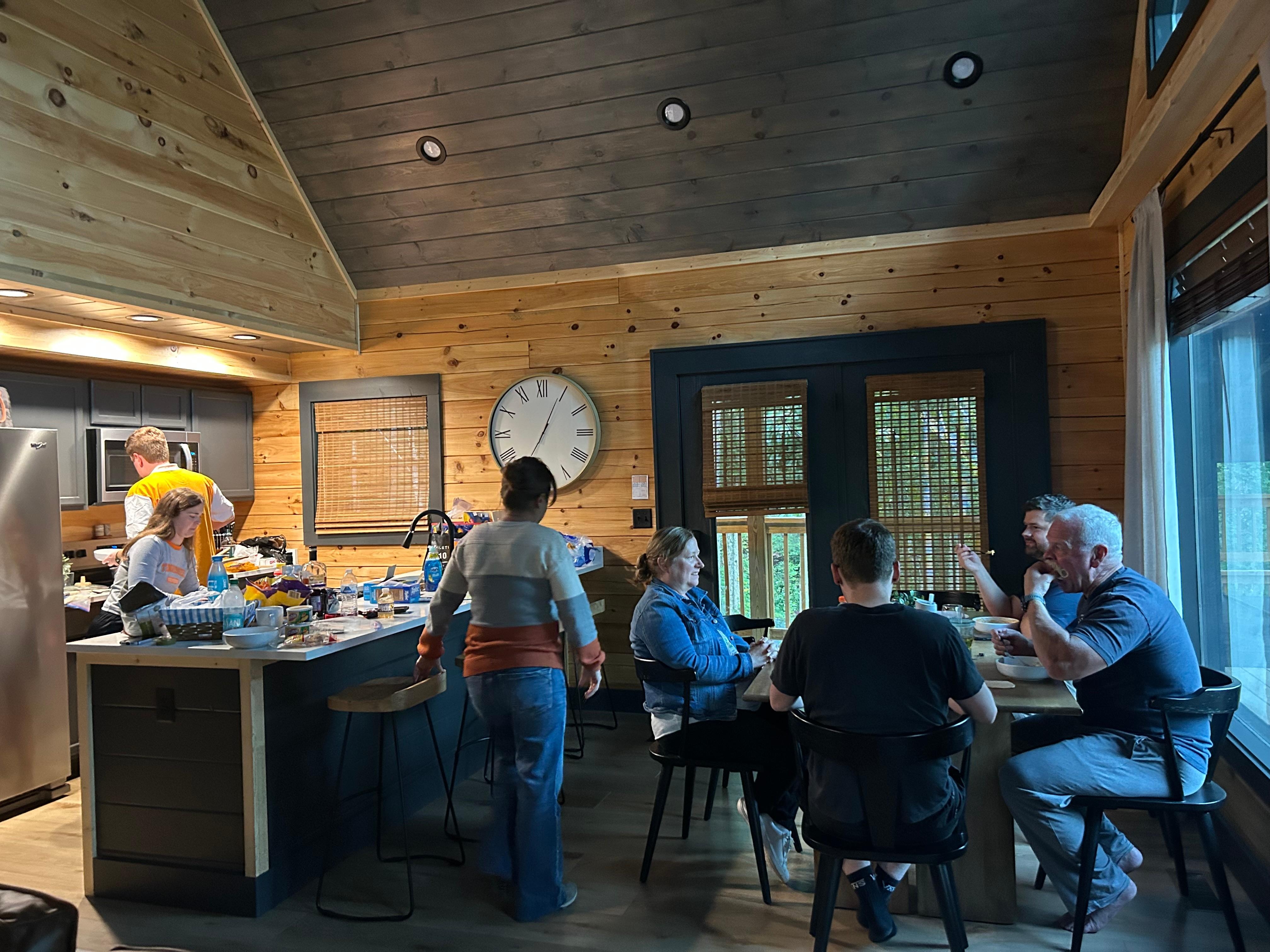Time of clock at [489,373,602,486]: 7:04
